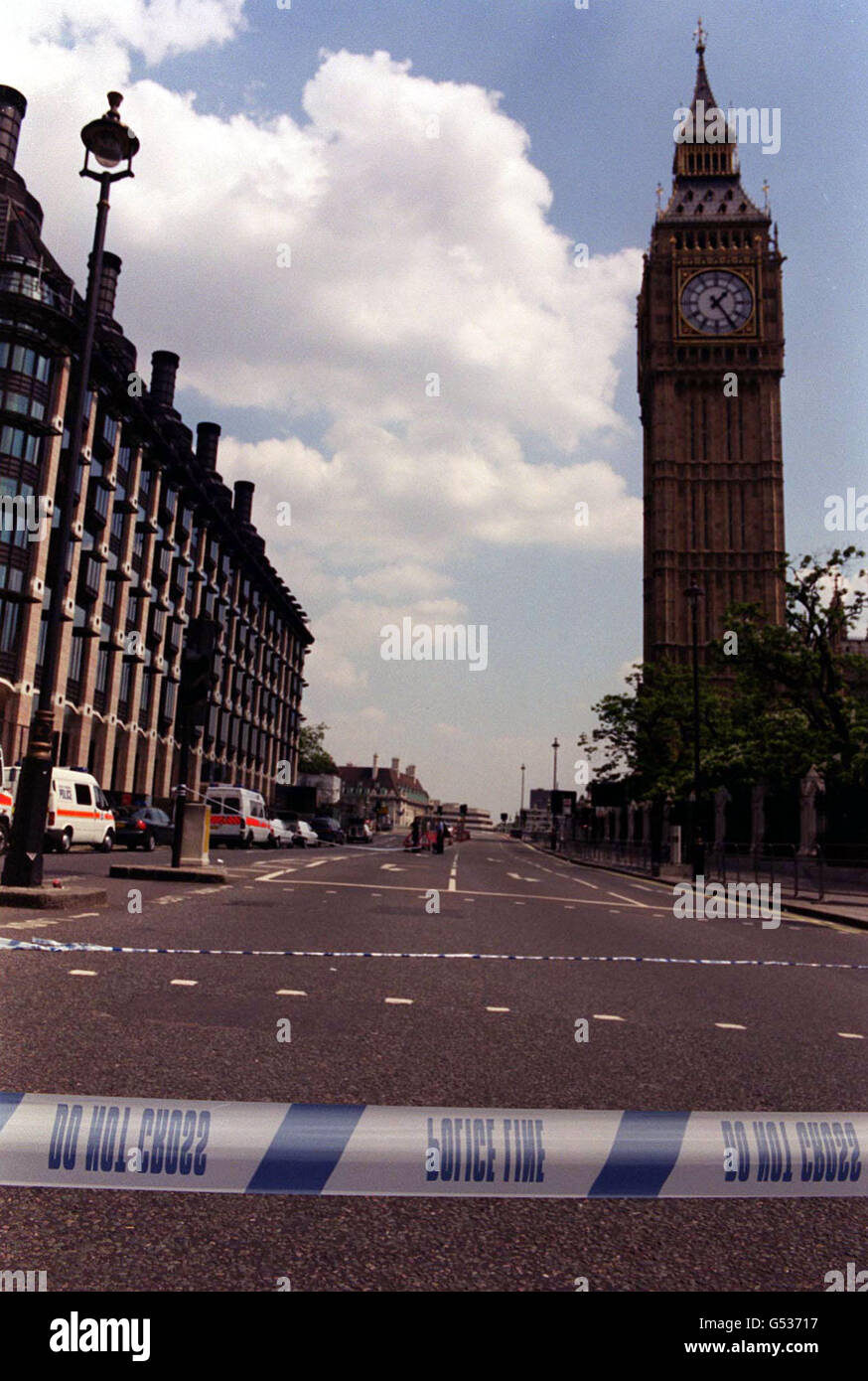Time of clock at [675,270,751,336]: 1:24
